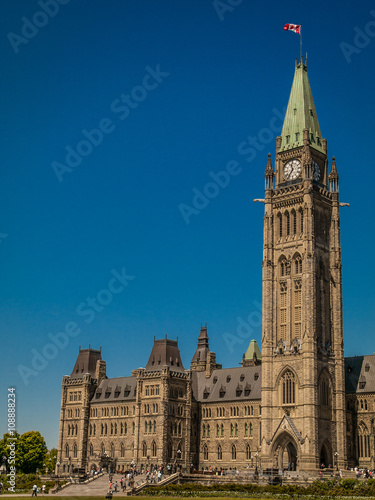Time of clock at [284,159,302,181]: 11:36
